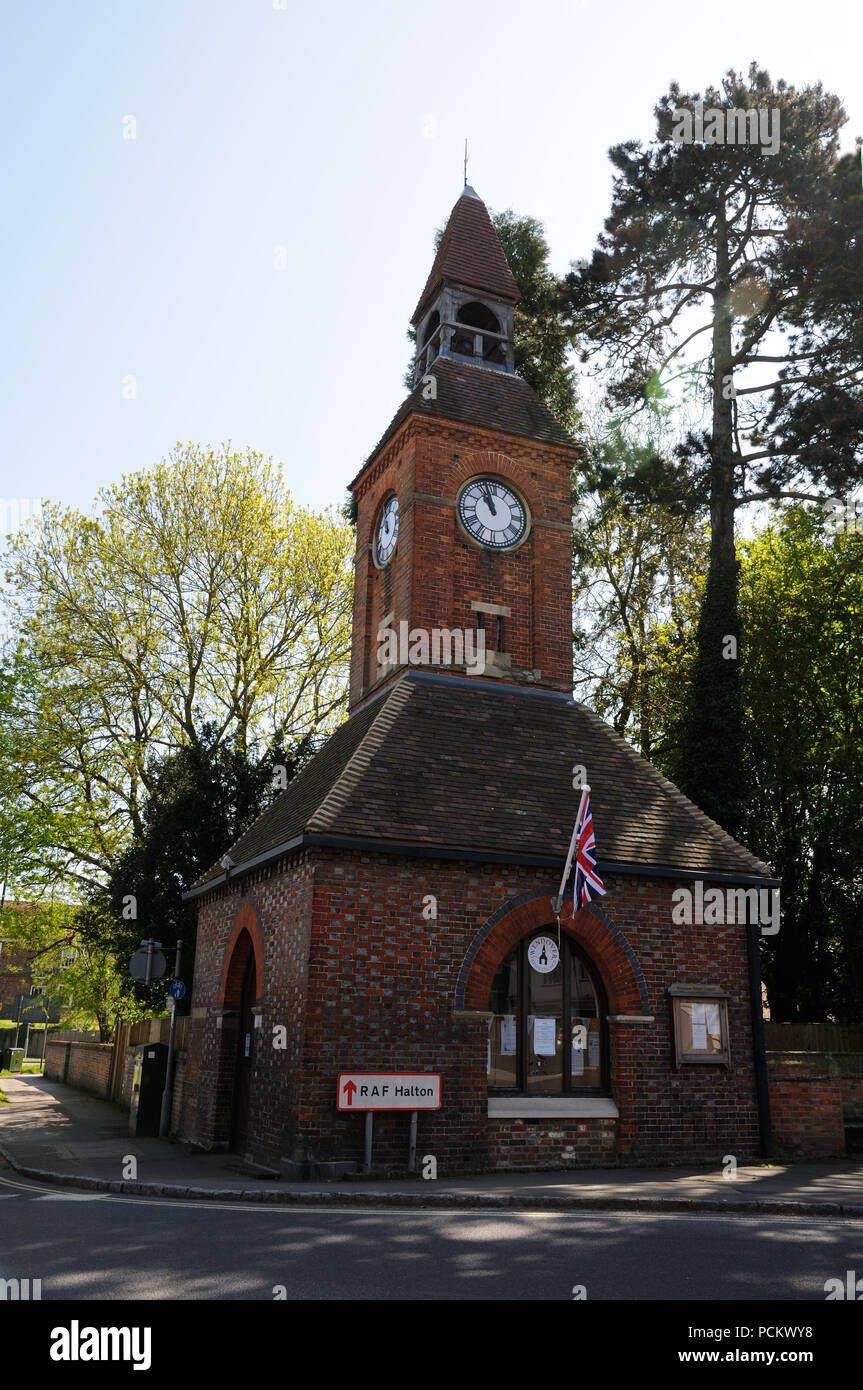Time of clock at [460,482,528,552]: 10:57
